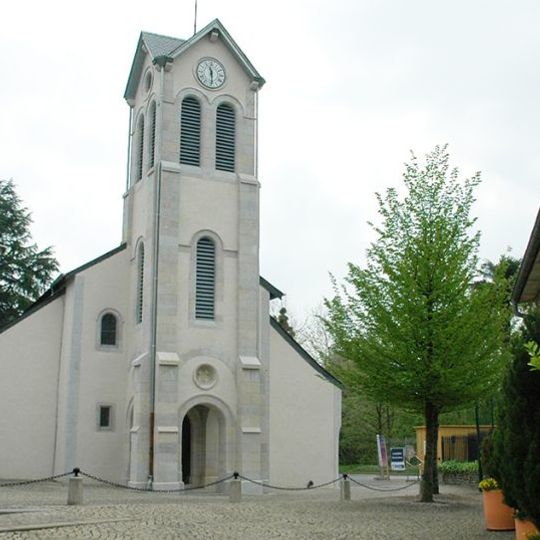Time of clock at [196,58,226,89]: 11:29
